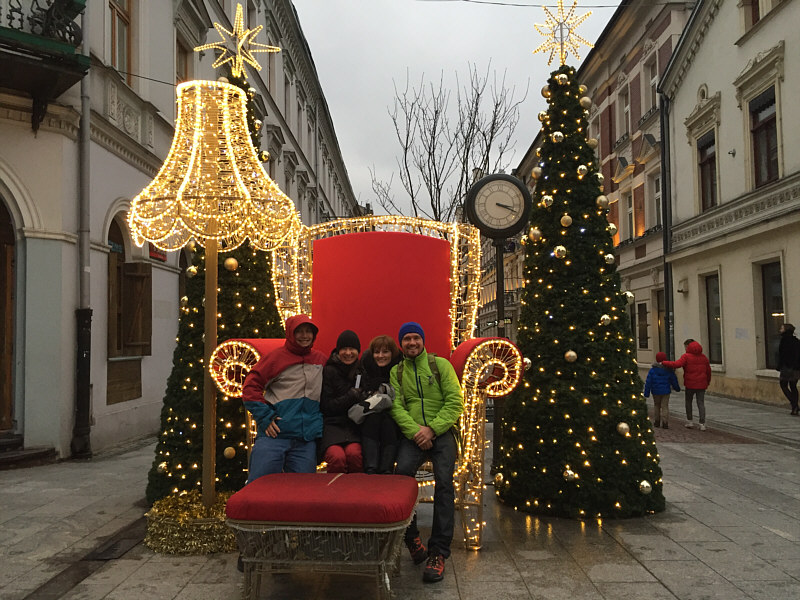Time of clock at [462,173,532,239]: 3:18
